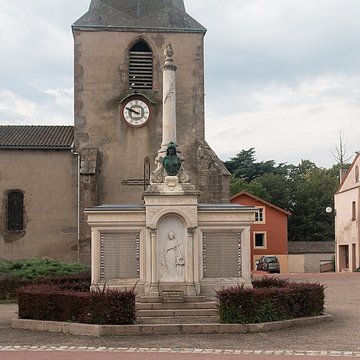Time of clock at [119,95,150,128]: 9:48
